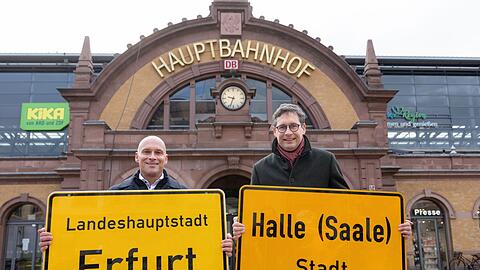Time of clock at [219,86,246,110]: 9:33
